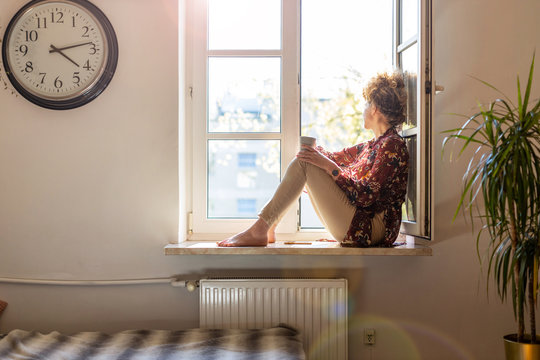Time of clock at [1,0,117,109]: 4:13
